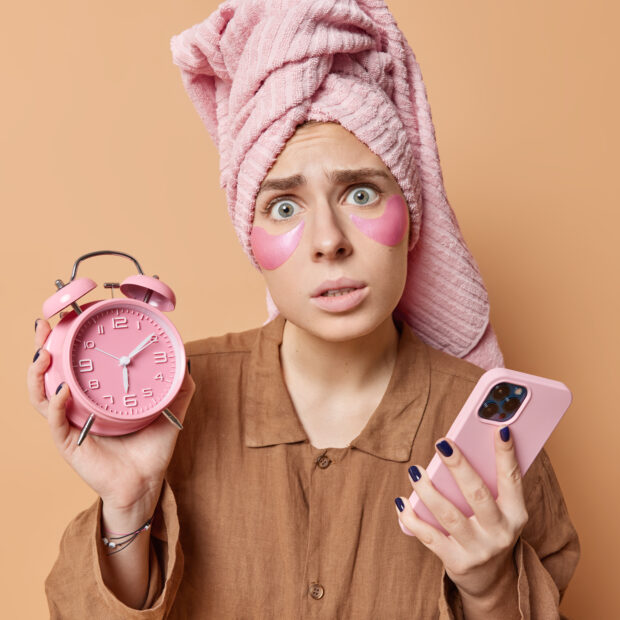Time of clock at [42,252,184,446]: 6:09
